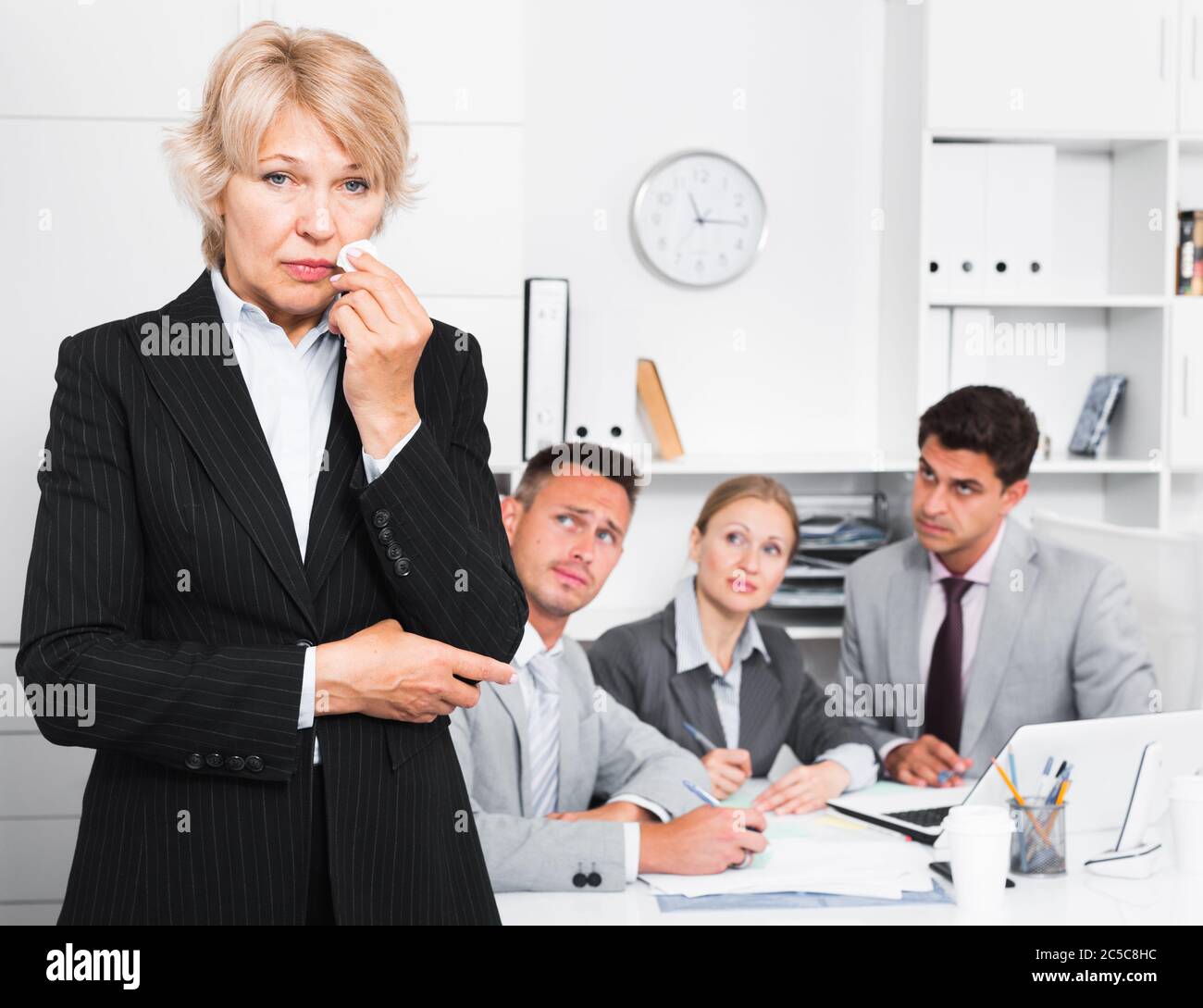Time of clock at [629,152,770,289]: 11:15
